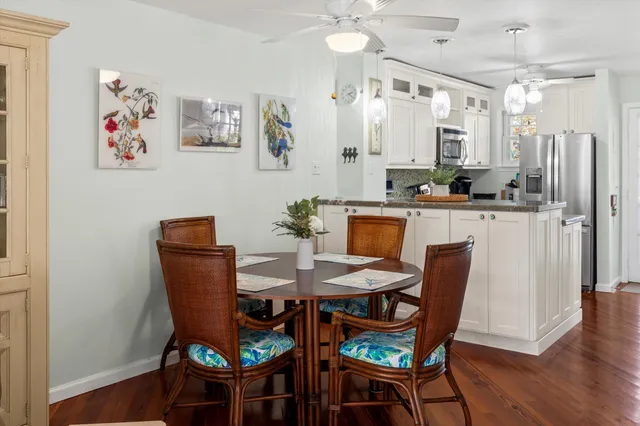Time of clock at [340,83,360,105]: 2:21
